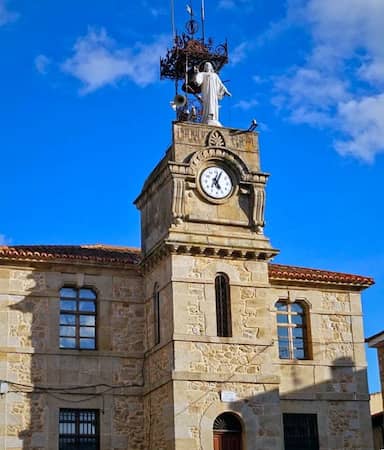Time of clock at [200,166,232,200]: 5:04
